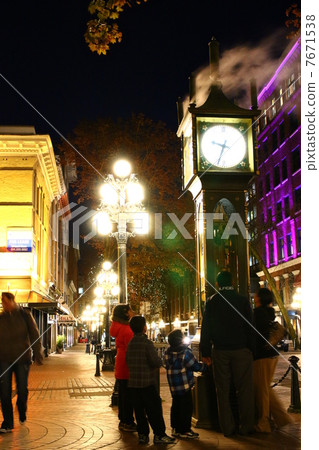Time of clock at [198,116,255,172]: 9:33
